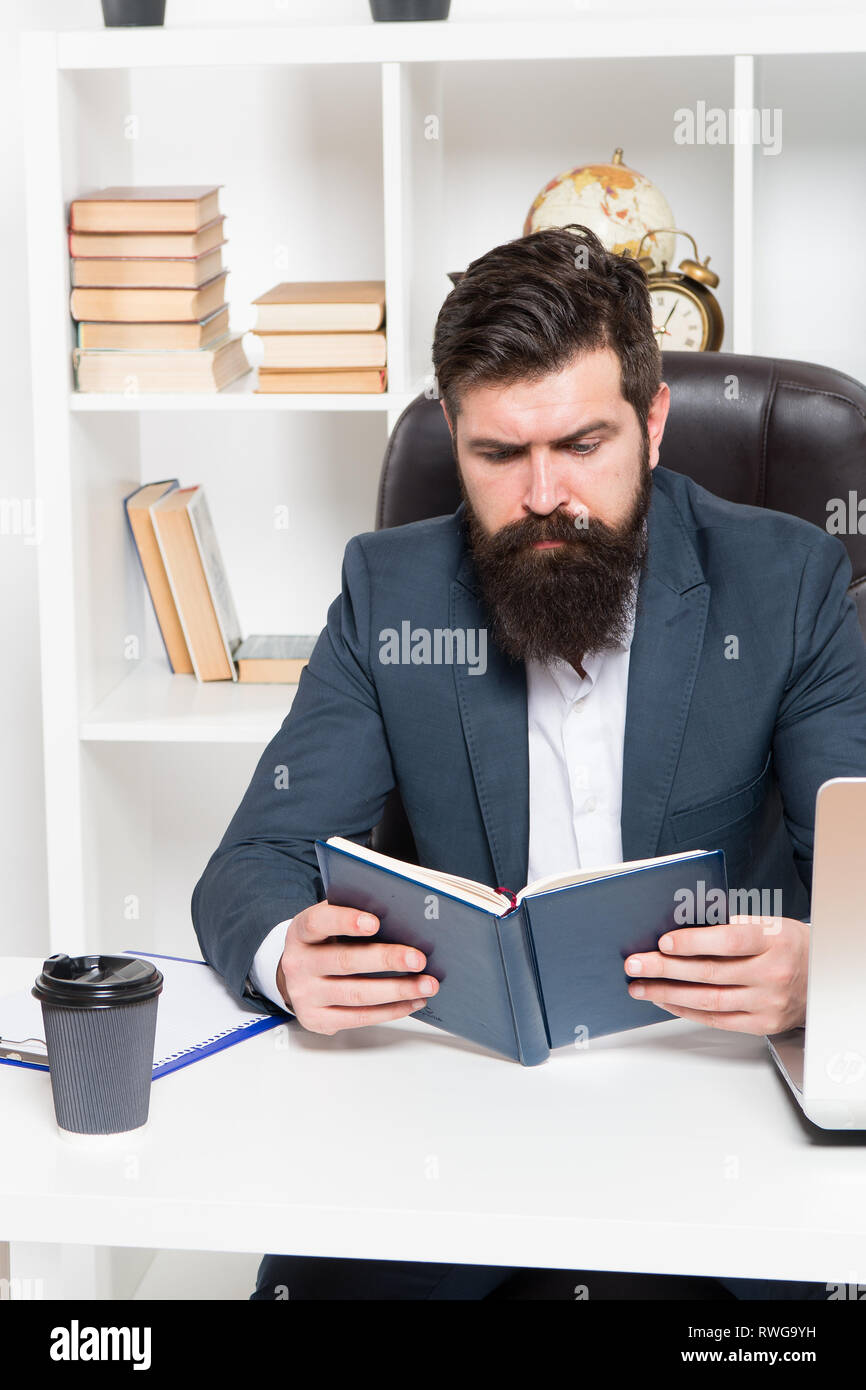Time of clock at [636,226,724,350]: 1:05
